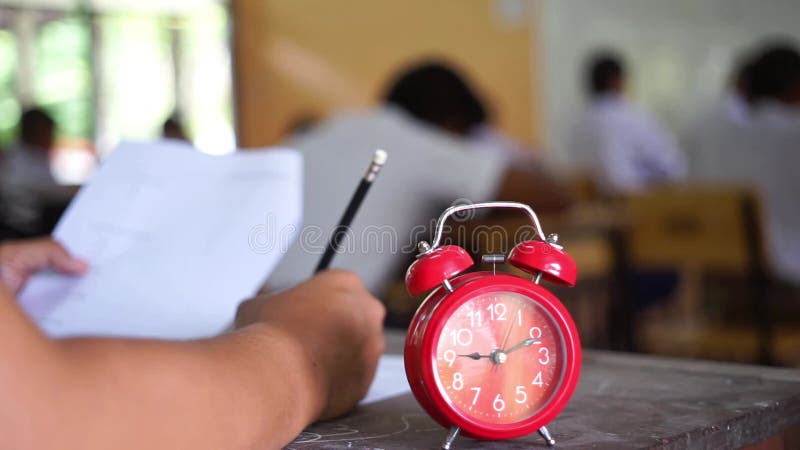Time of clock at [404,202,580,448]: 9:10
